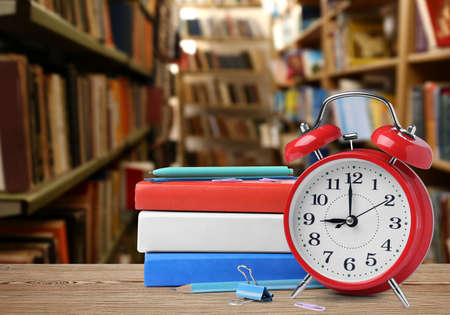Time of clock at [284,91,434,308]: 8:59
